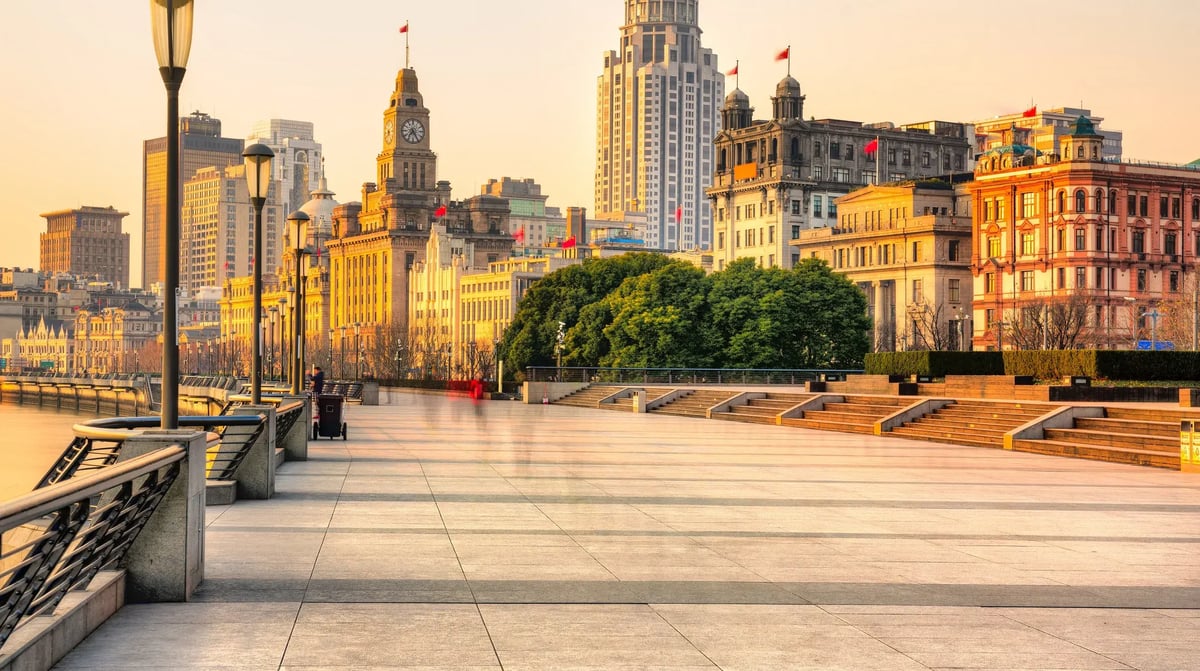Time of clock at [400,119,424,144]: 7:24
